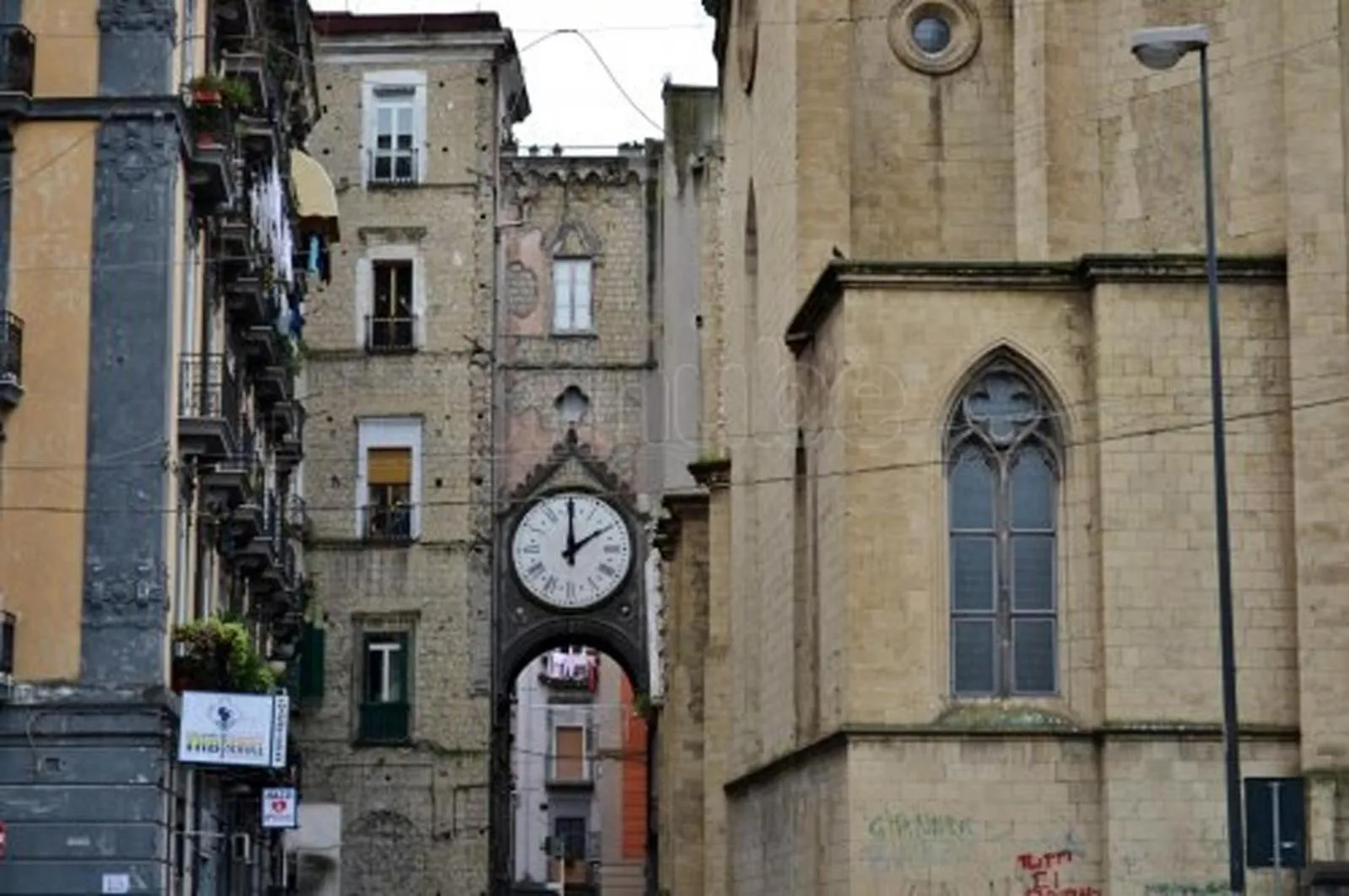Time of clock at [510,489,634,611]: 2:00
